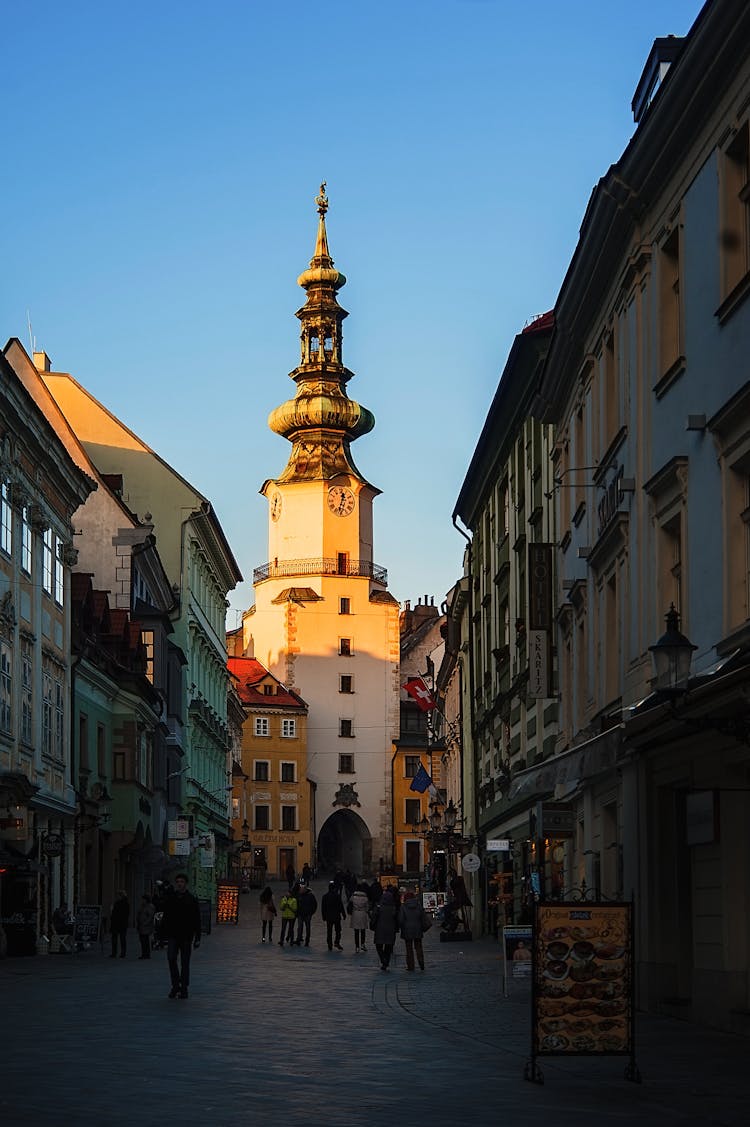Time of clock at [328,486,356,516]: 12:32
